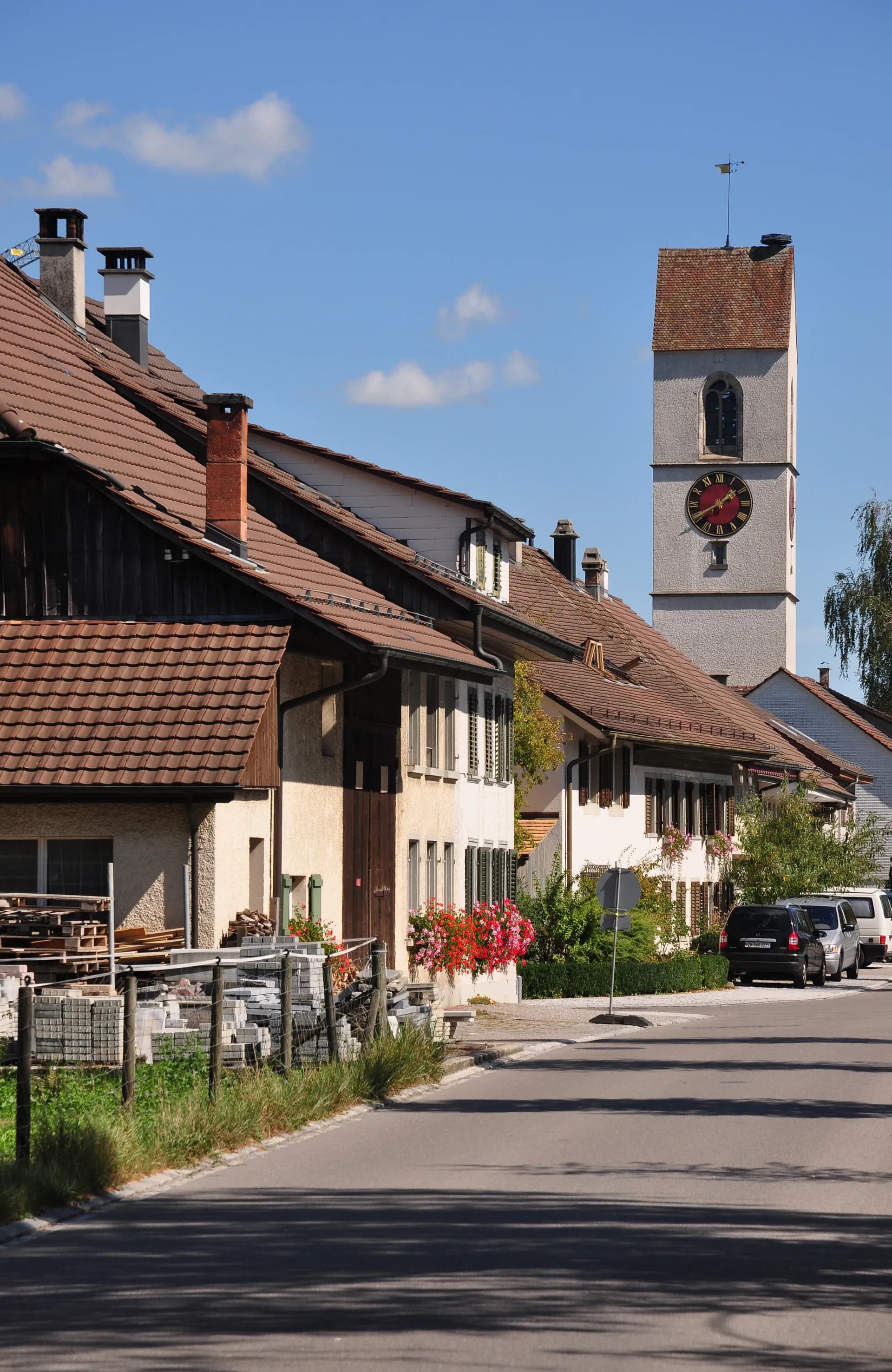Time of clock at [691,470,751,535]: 1:40
